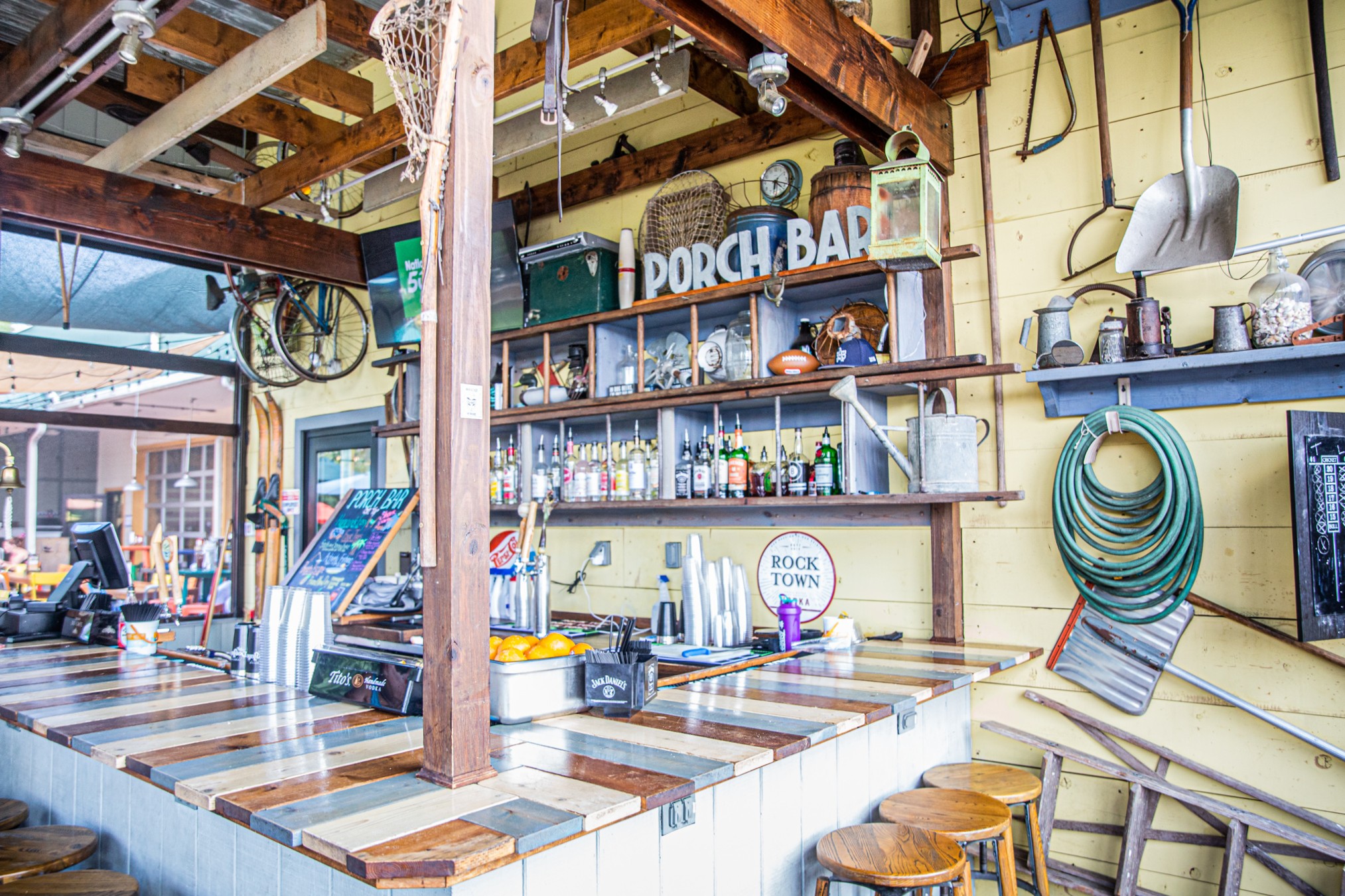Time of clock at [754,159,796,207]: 6:18
